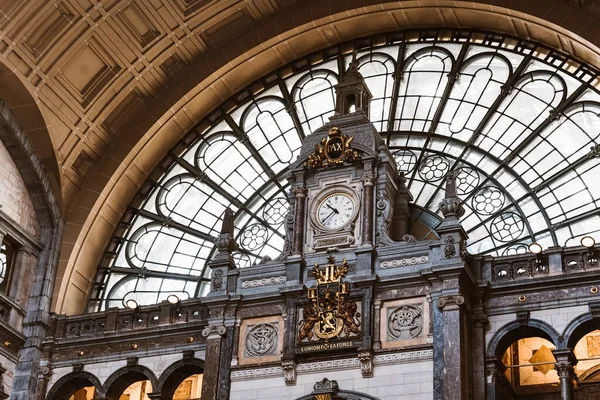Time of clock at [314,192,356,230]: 10:38
